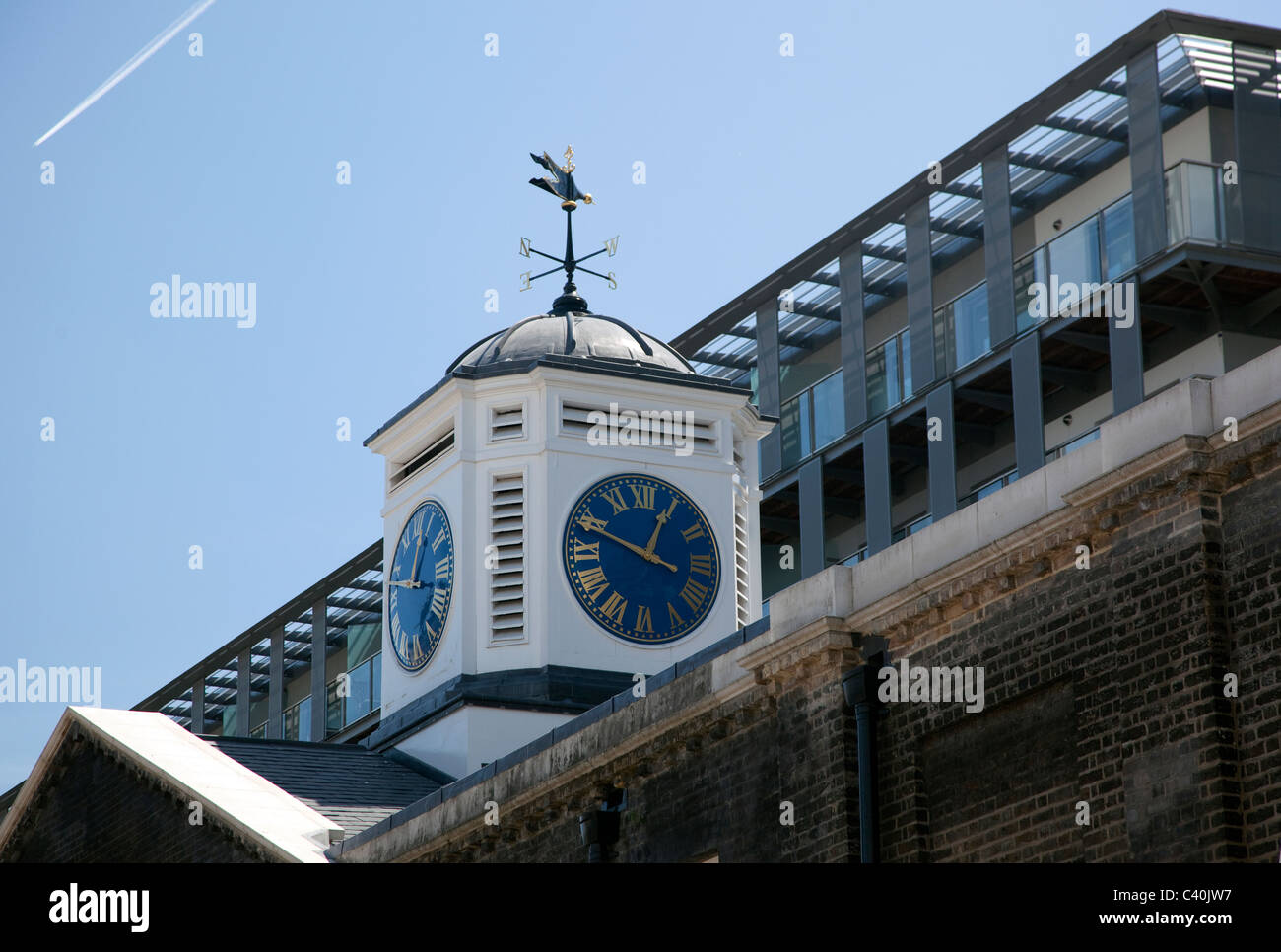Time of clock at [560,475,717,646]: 12:48
